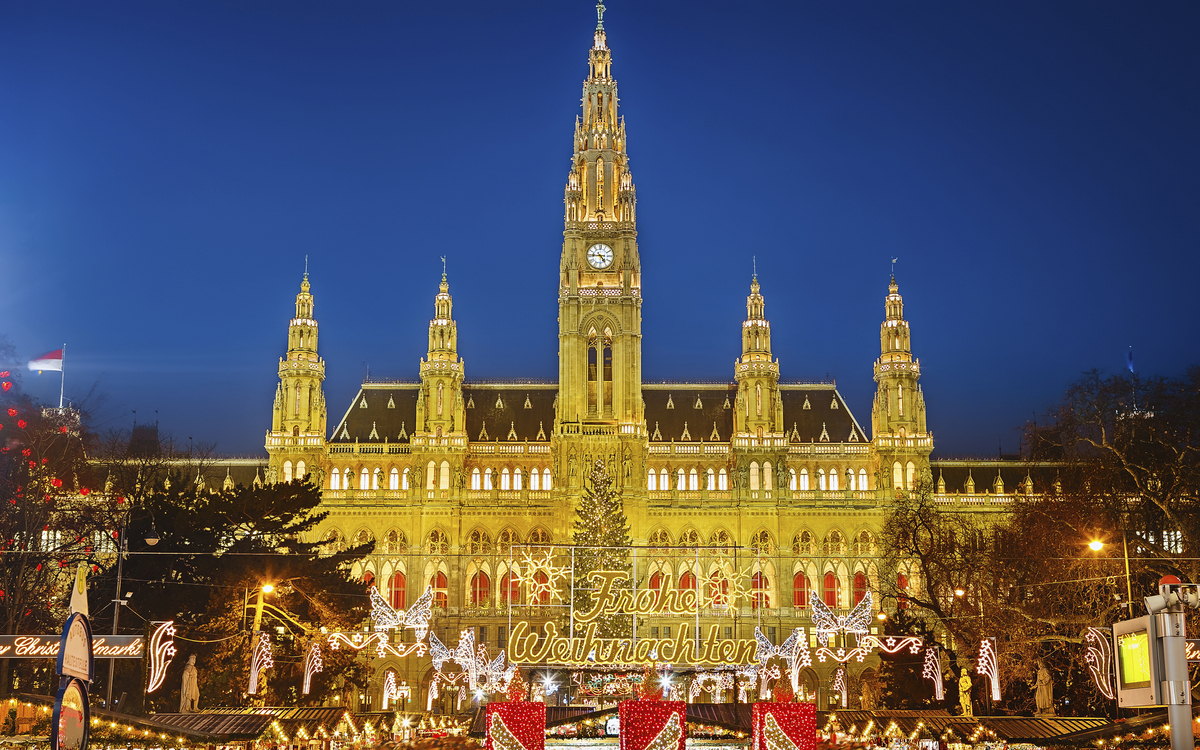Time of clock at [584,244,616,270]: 4:45
